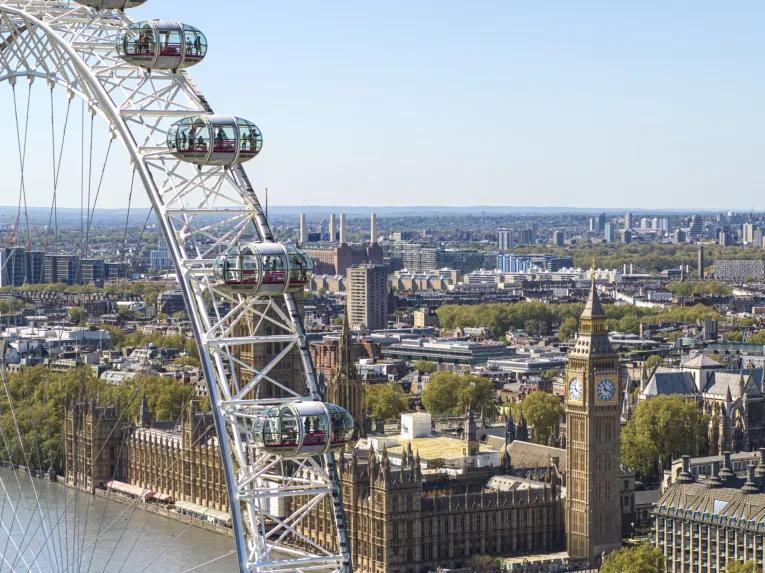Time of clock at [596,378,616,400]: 11:17
